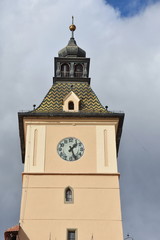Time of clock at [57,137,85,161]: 1:26
